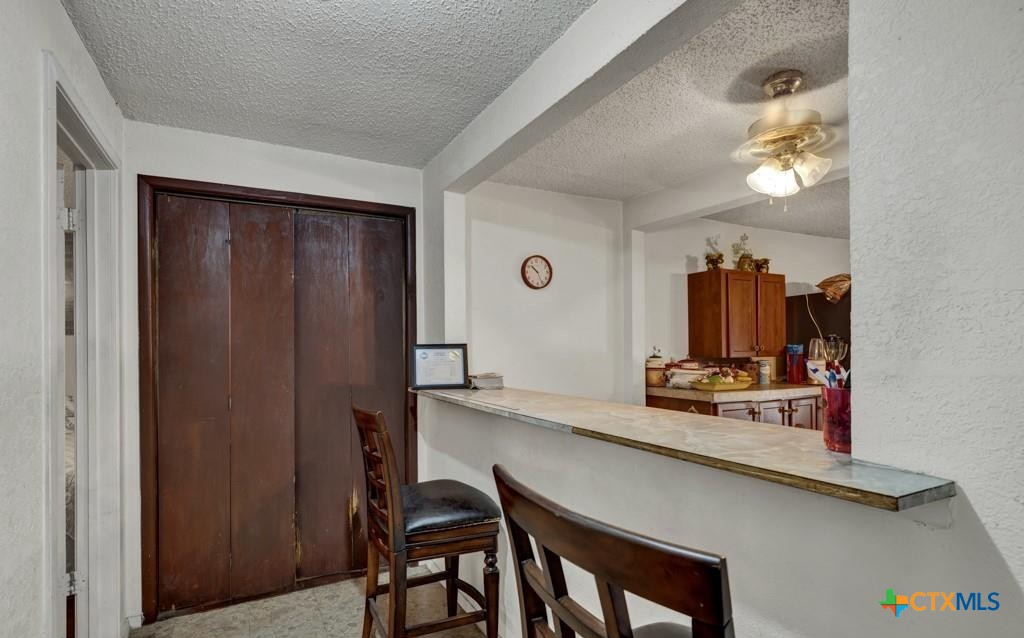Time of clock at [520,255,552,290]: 10:25
